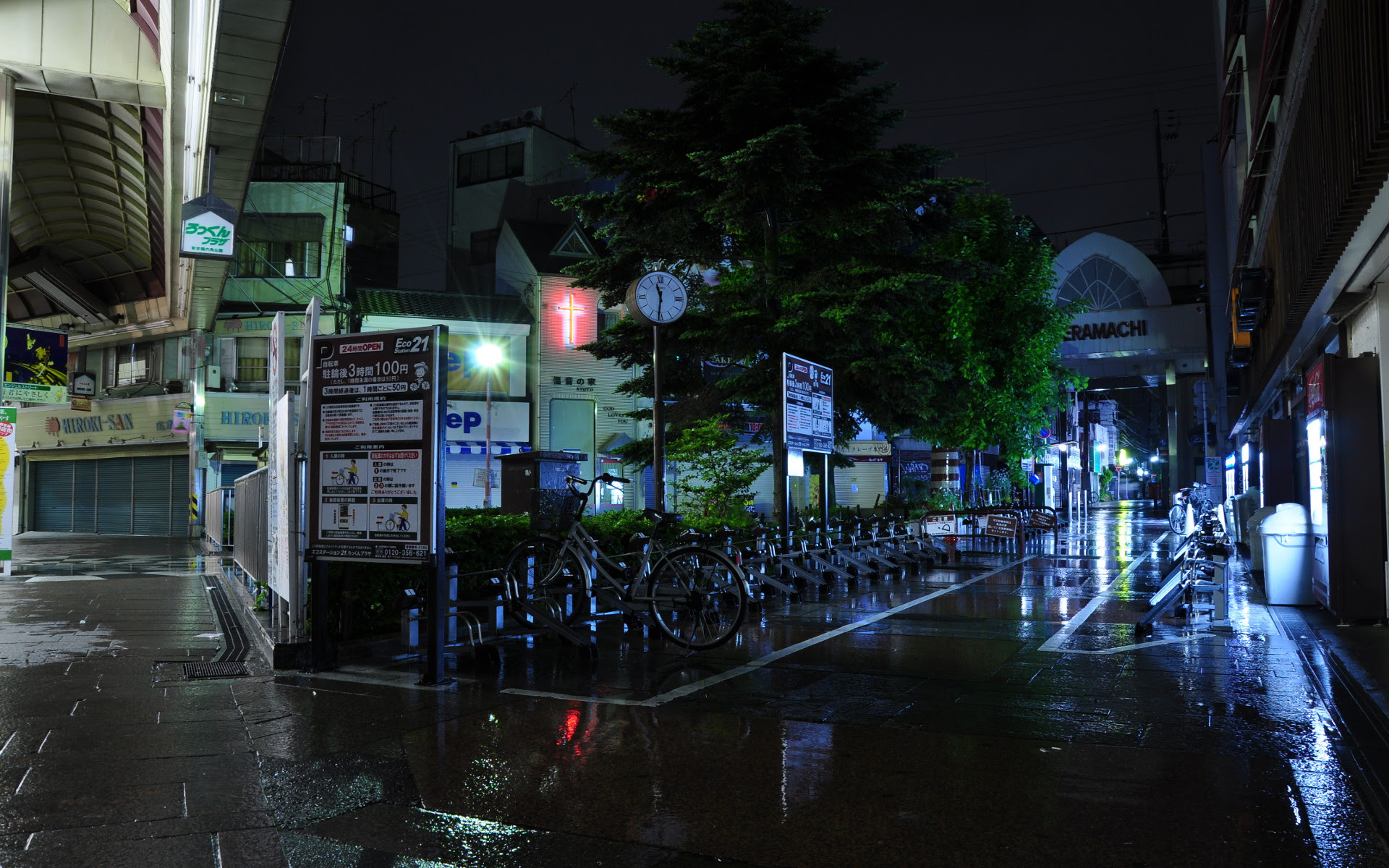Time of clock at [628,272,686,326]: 11:31
